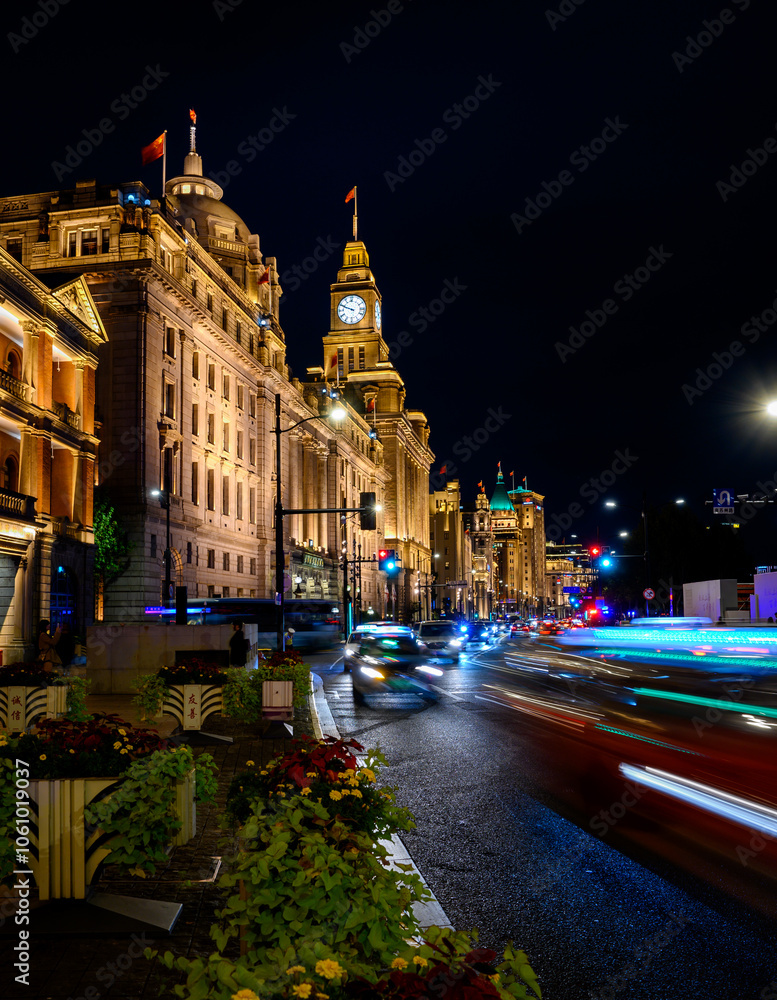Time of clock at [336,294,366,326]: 9:48
